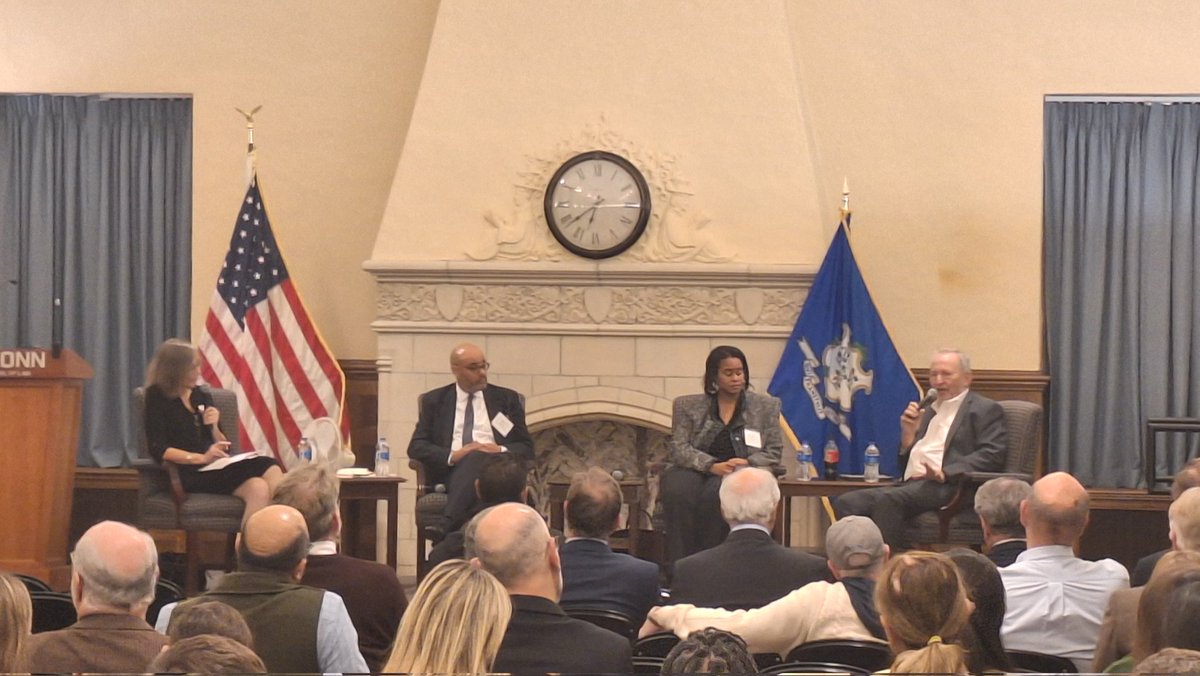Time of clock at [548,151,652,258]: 6:38
